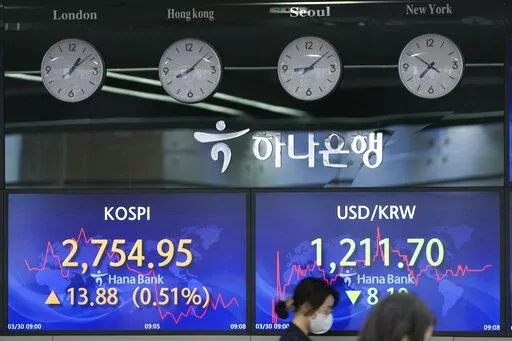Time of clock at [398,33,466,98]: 7:50
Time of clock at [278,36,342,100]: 8:08
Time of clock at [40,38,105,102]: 1:08
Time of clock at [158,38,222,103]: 8:08
